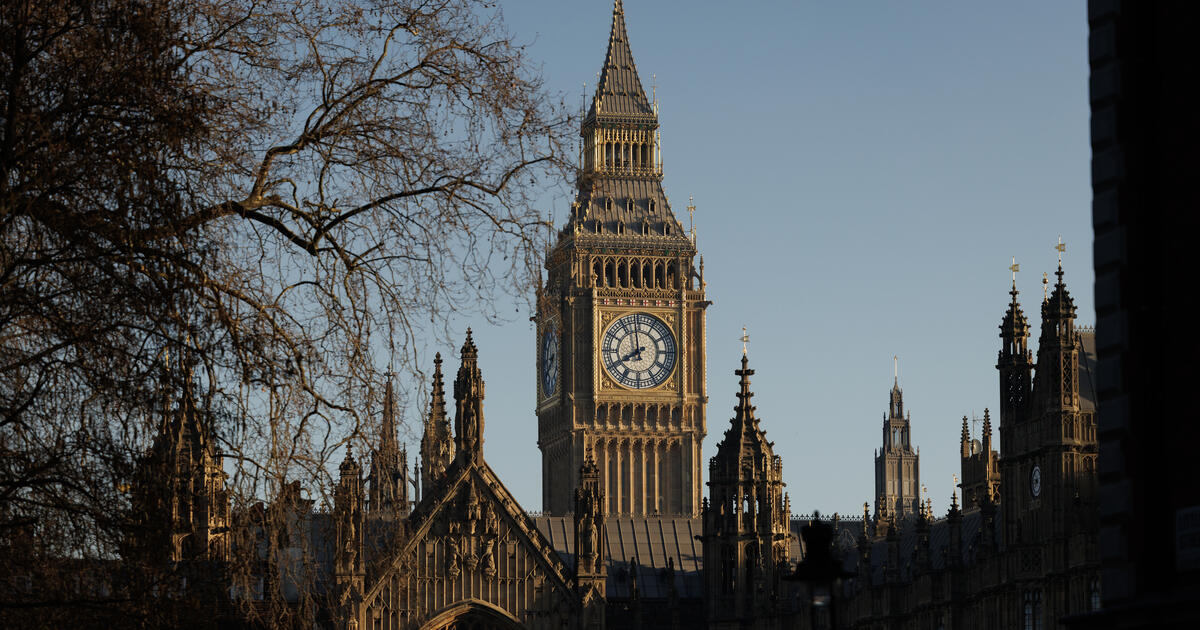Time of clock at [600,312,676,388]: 7:58
